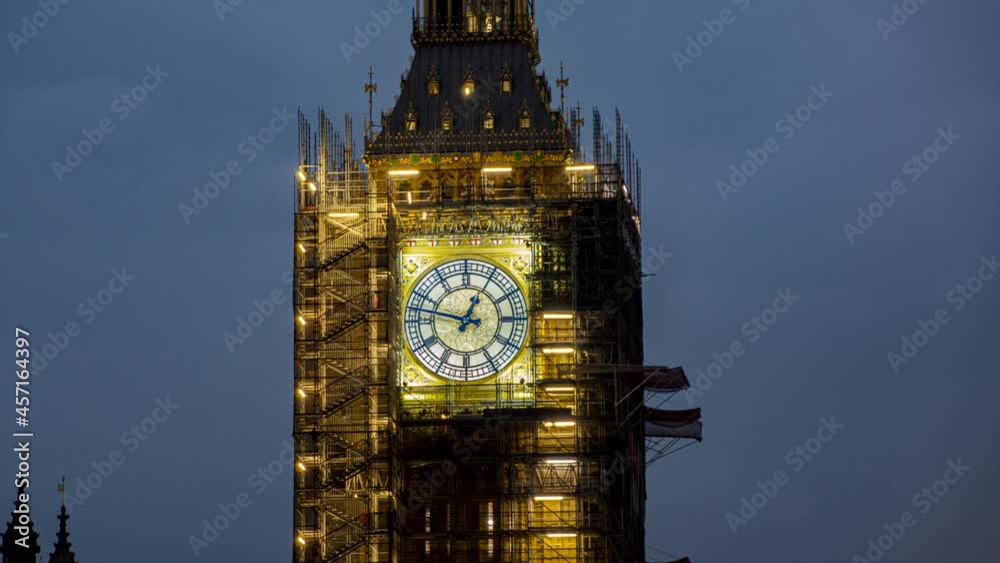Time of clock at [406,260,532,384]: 12:47
